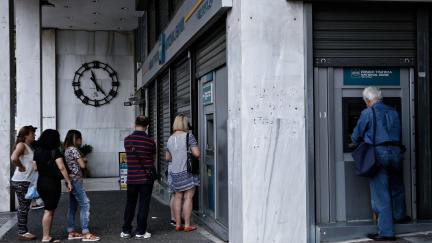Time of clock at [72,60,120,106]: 11:23
